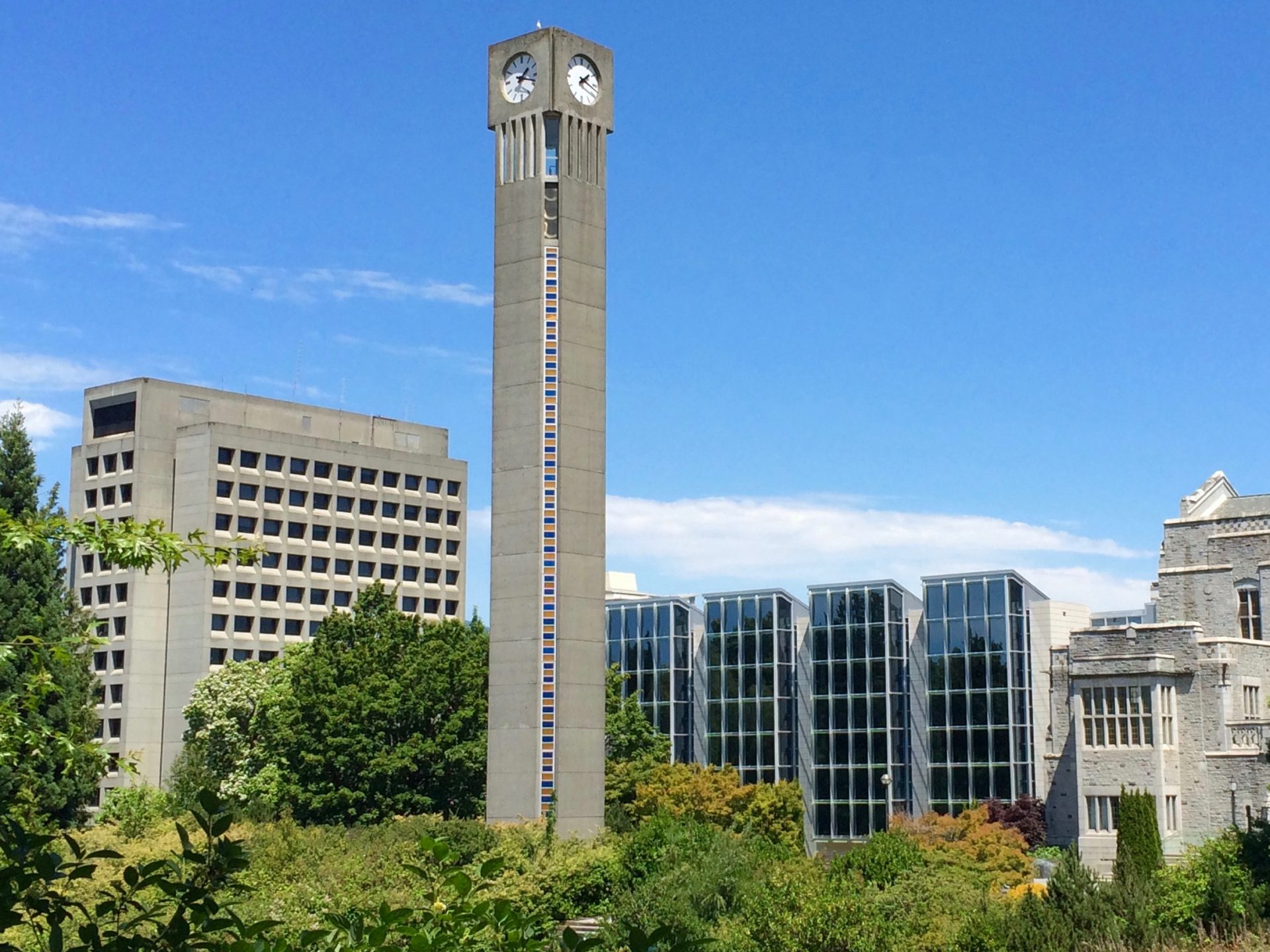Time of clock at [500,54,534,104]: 1:18
